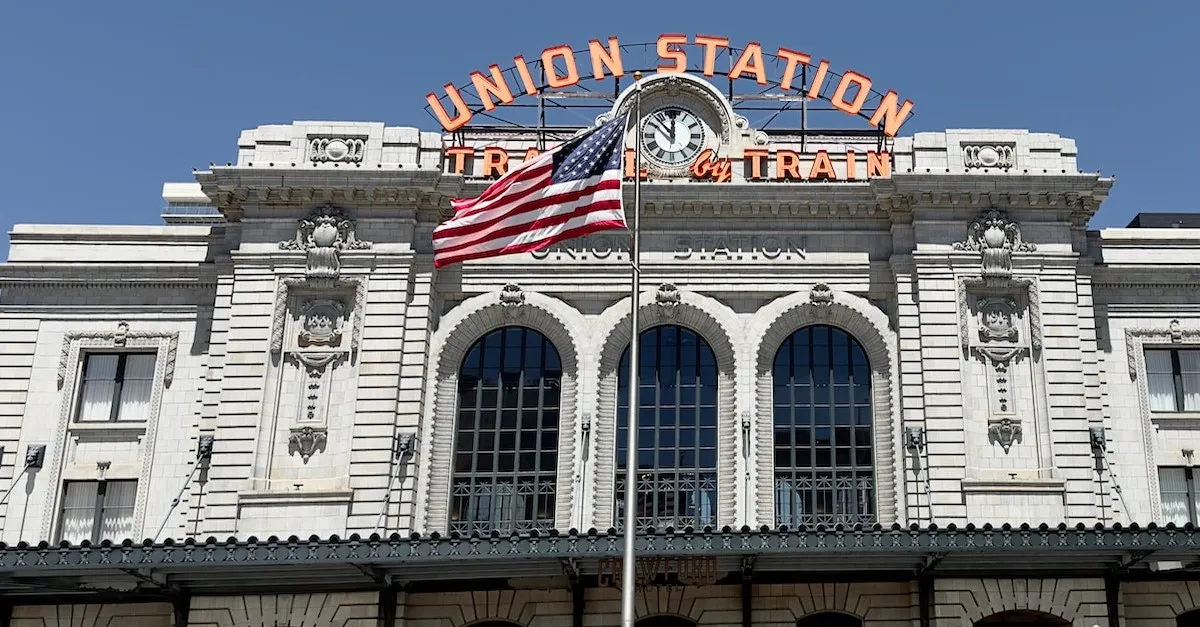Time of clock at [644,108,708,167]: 11:52
